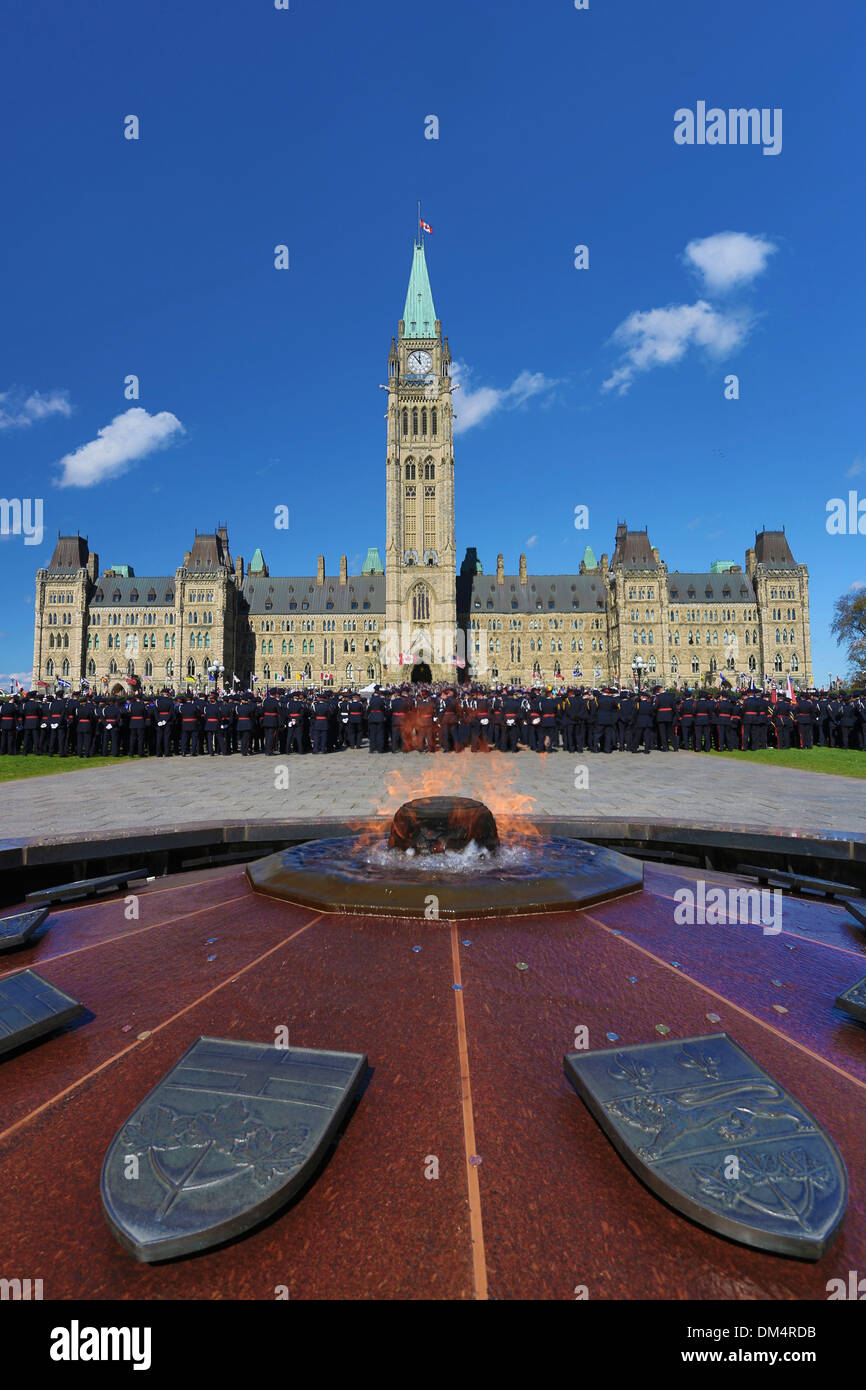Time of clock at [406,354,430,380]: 11:53
